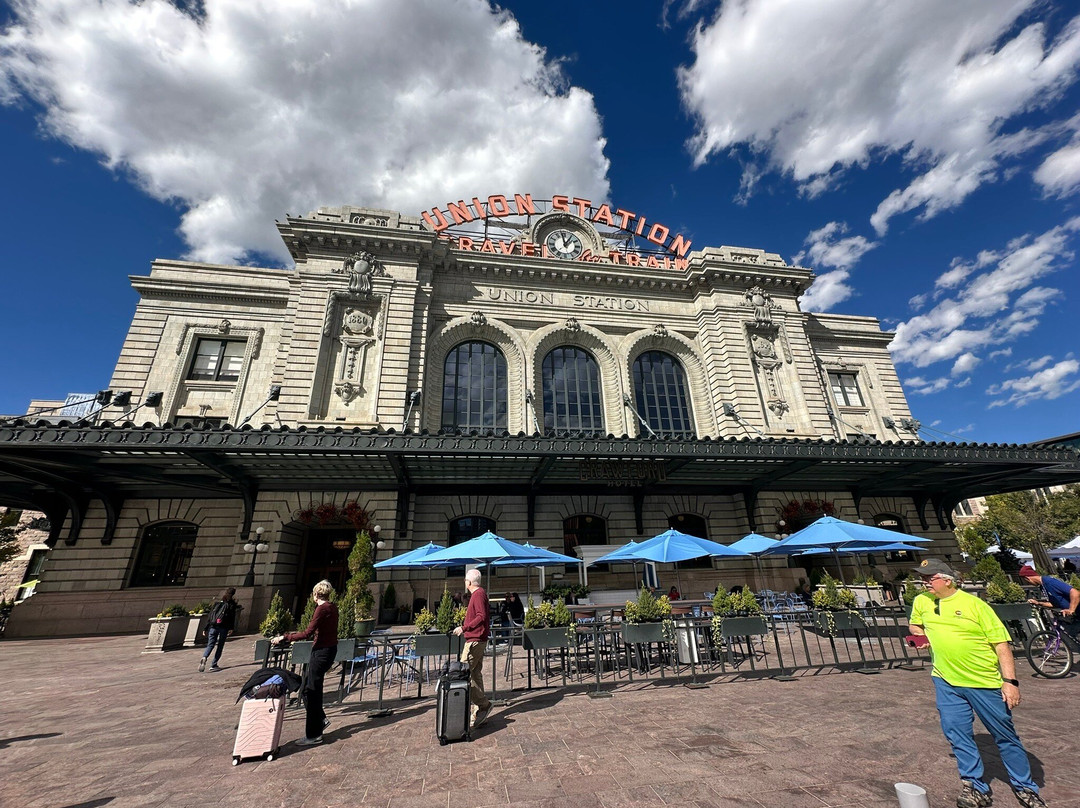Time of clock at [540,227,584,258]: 12:58
